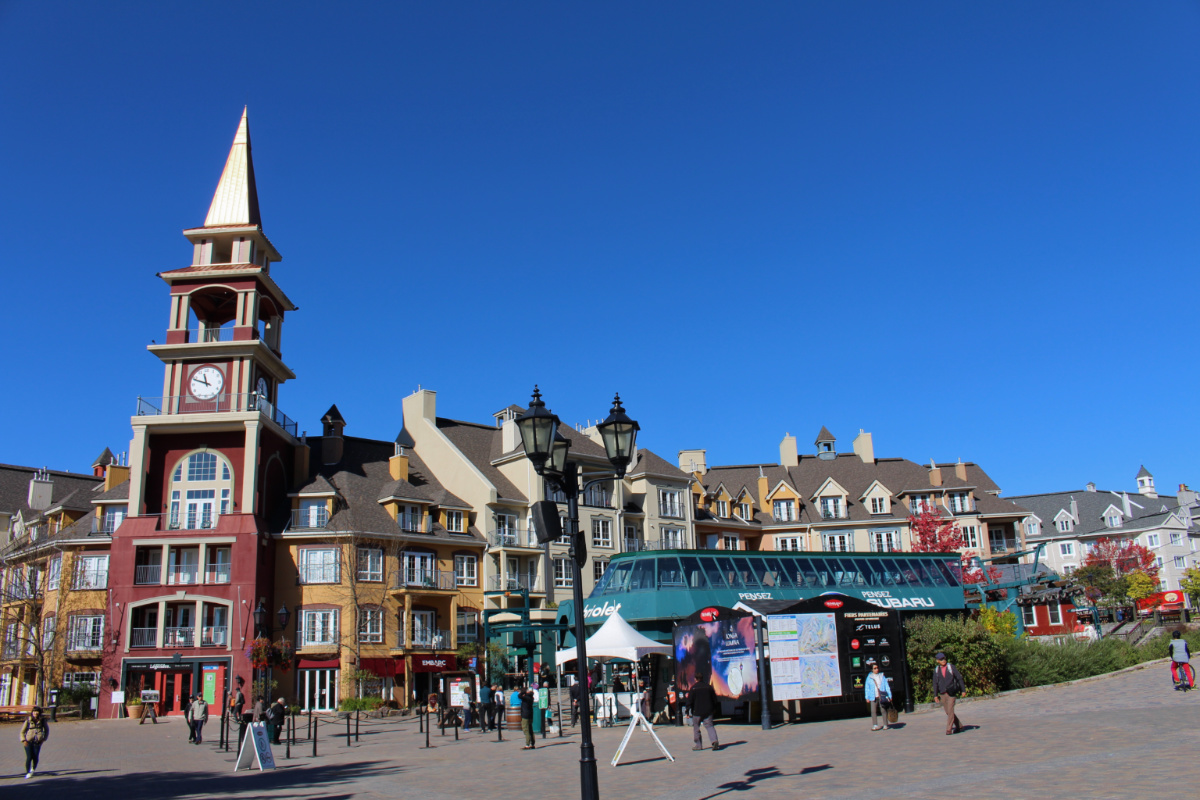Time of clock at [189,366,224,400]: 11:48
